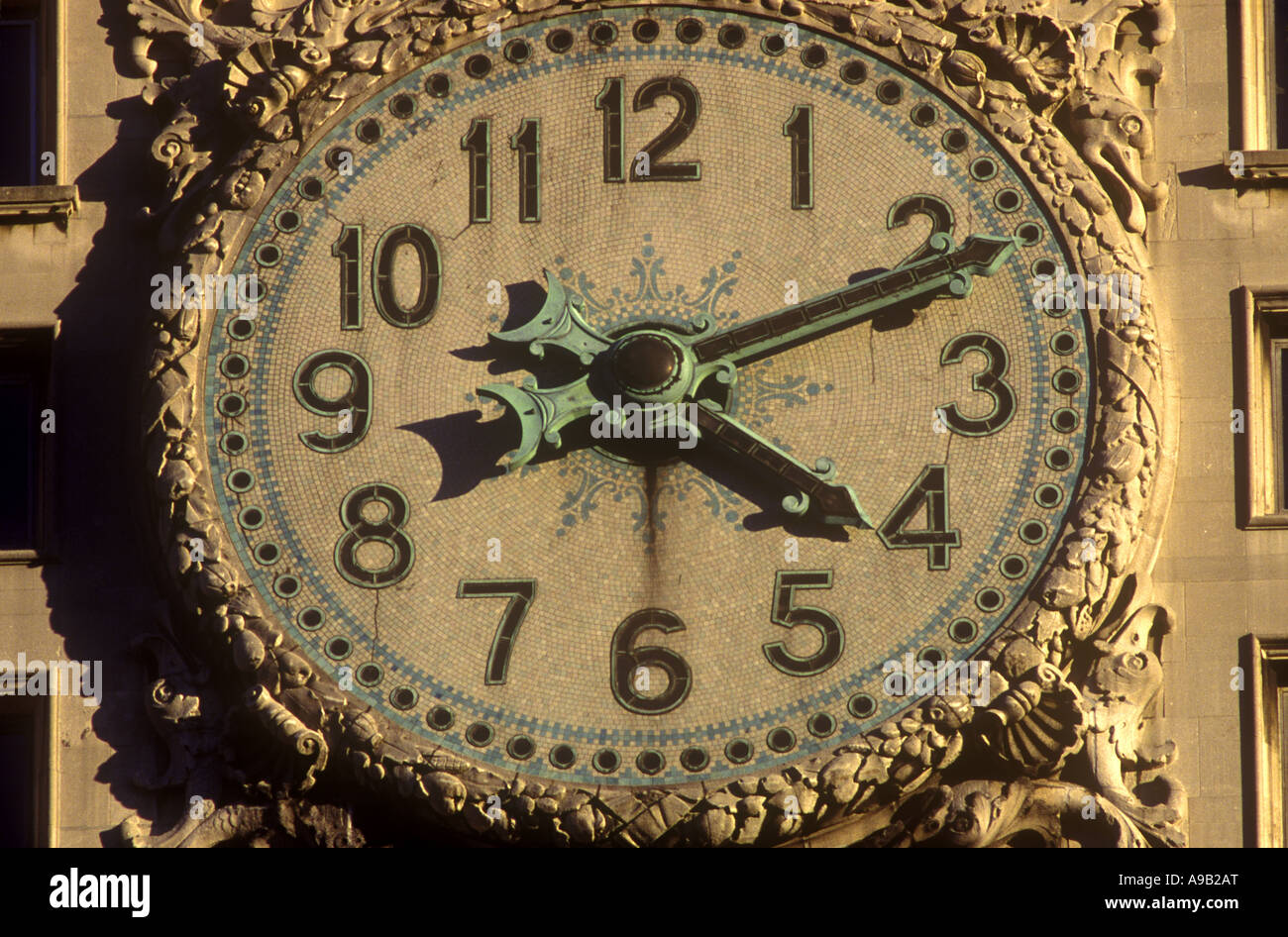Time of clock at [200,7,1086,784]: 4:10
